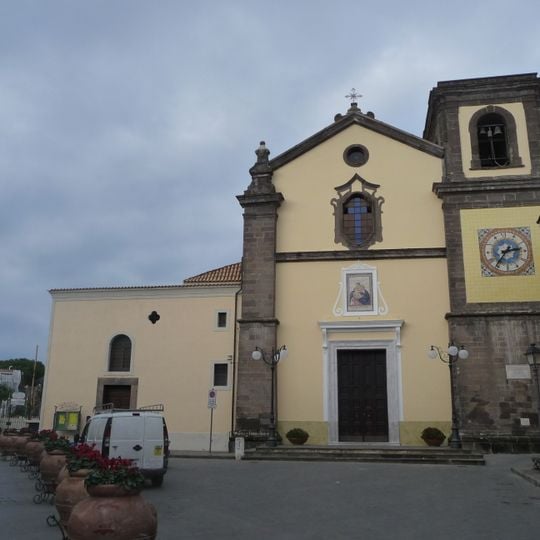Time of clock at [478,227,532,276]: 2:36
